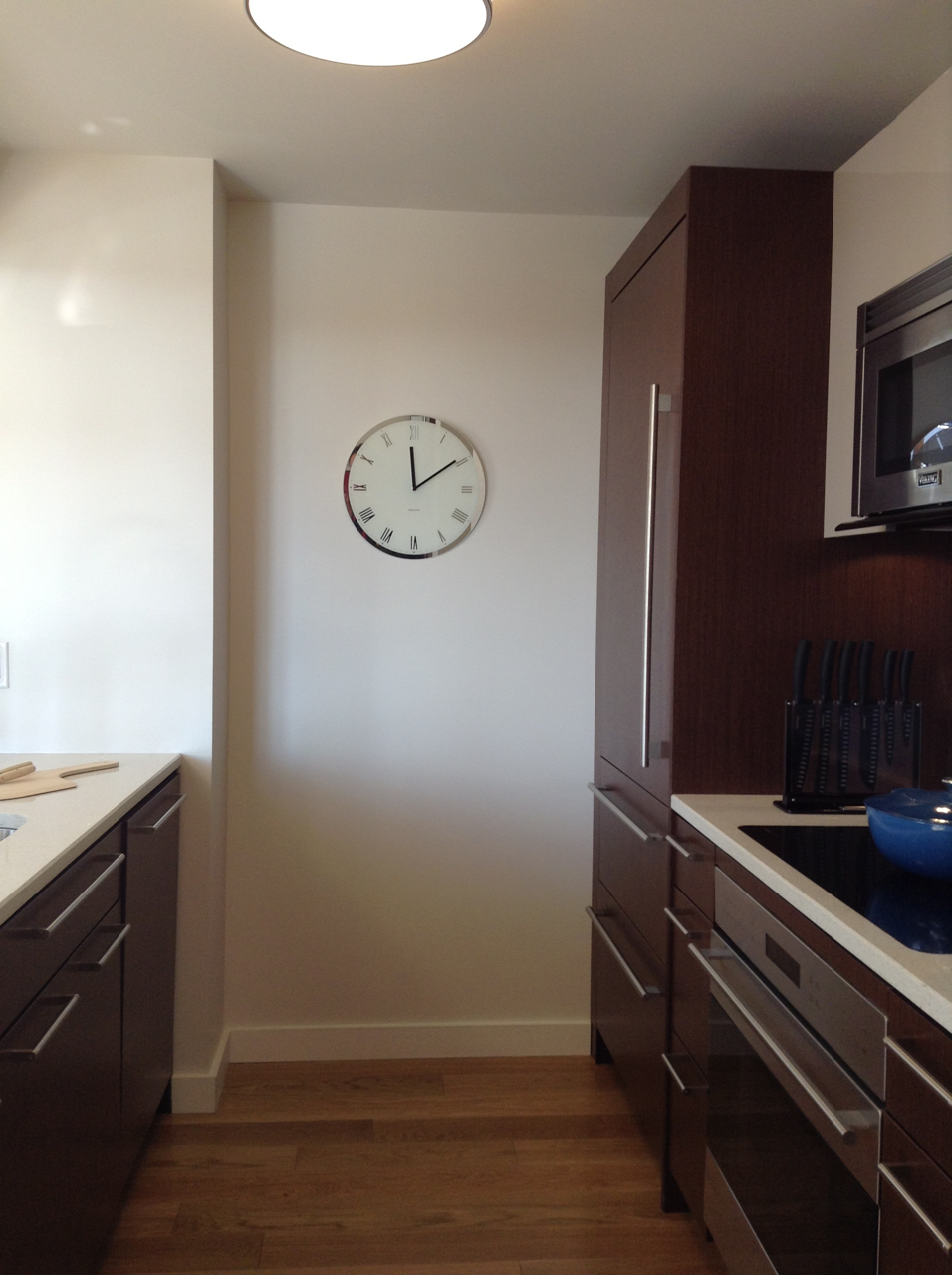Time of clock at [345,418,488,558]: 12:09
